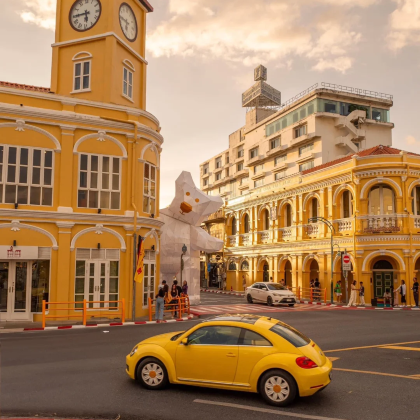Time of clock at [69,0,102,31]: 5:44
